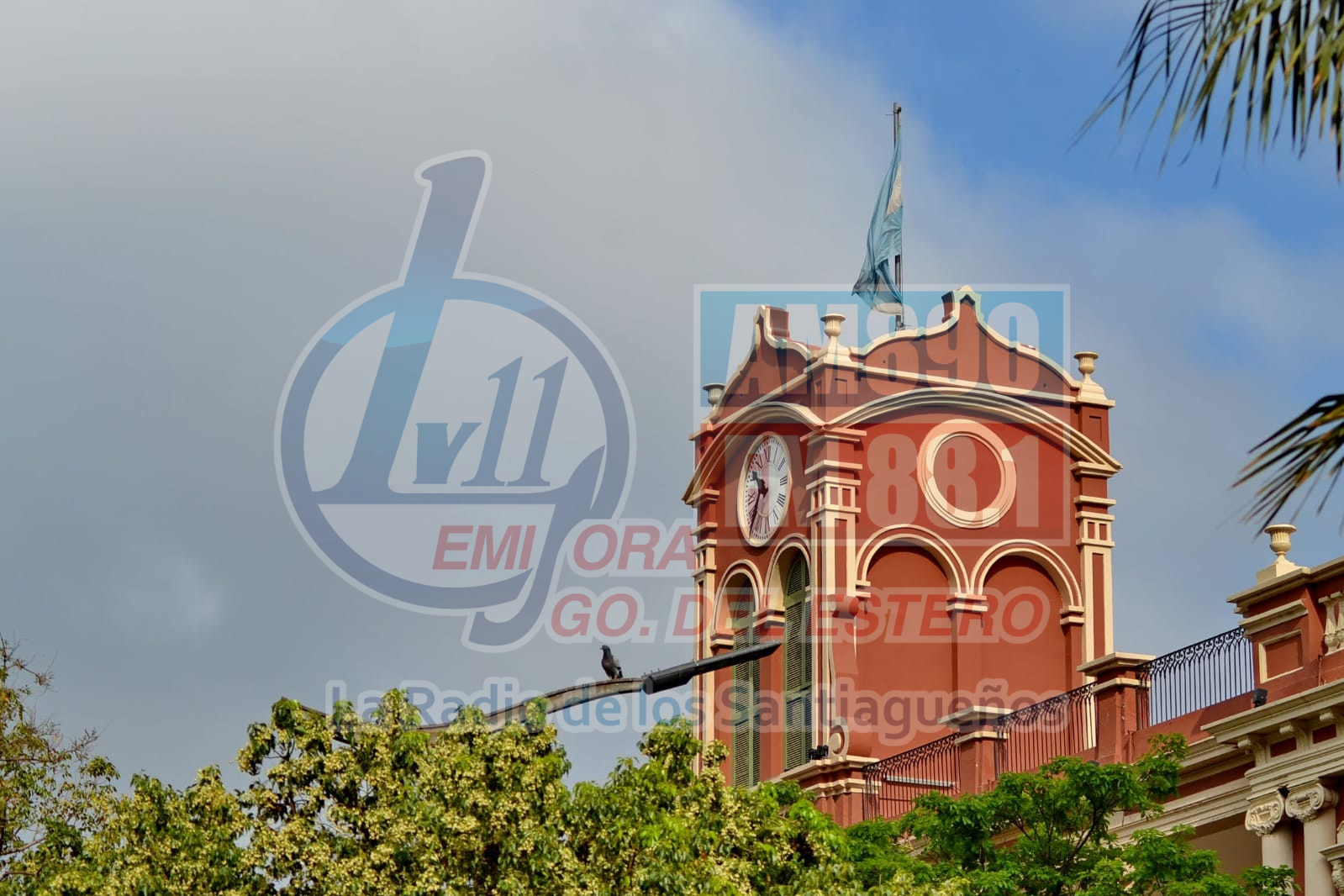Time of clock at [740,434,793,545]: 10:34
